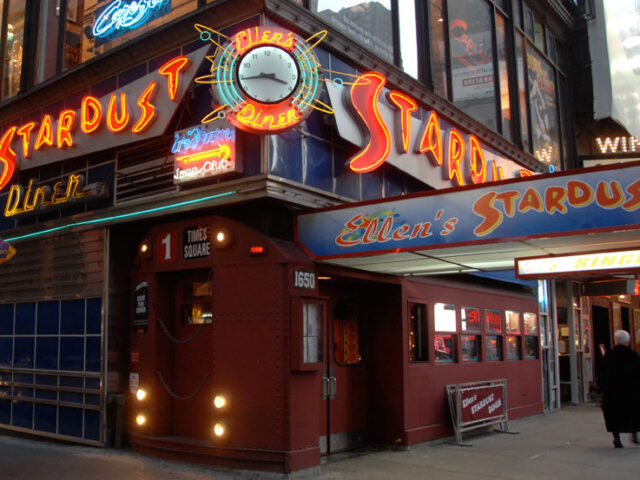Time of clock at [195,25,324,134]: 3:43
